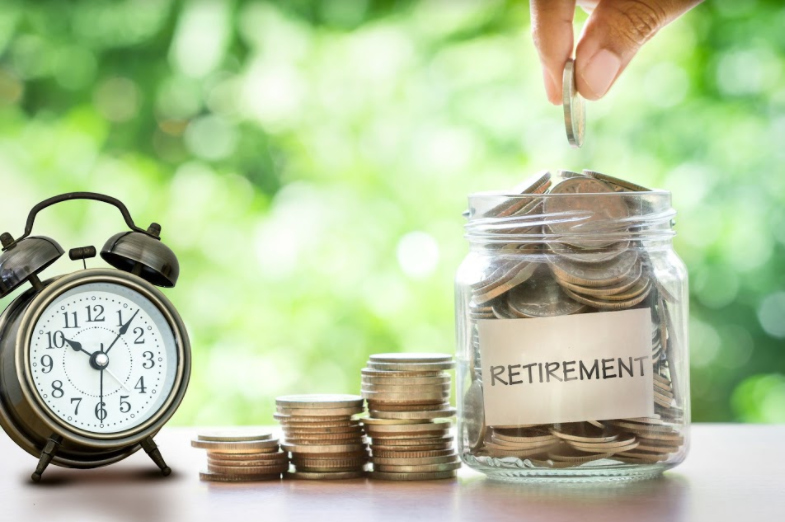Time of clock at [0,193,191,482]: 10:07
